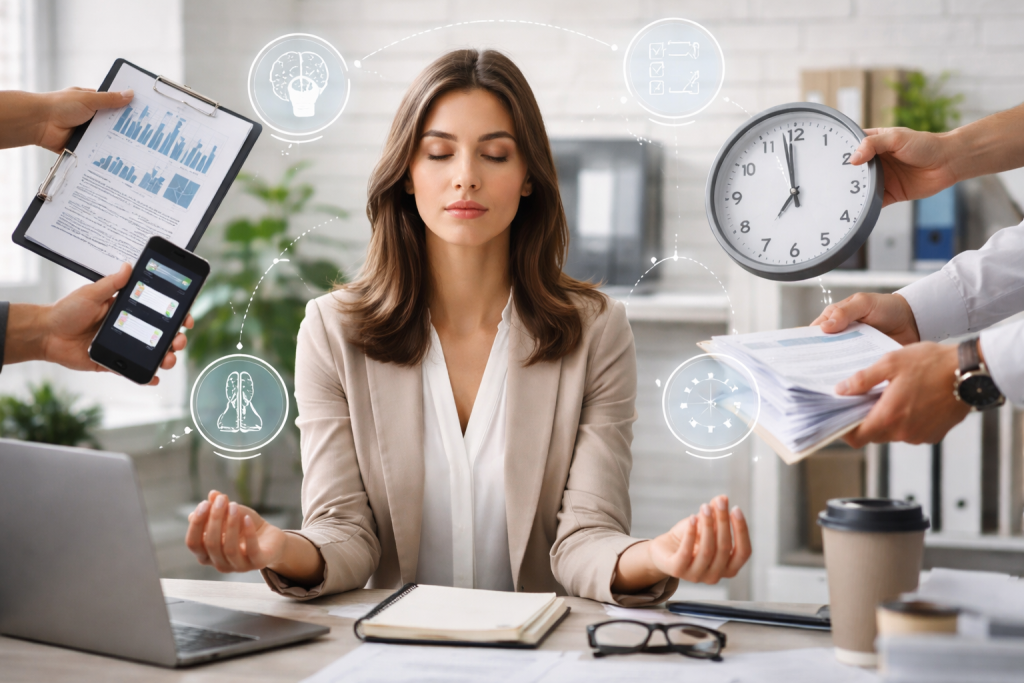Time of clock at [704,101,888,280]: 6:58
